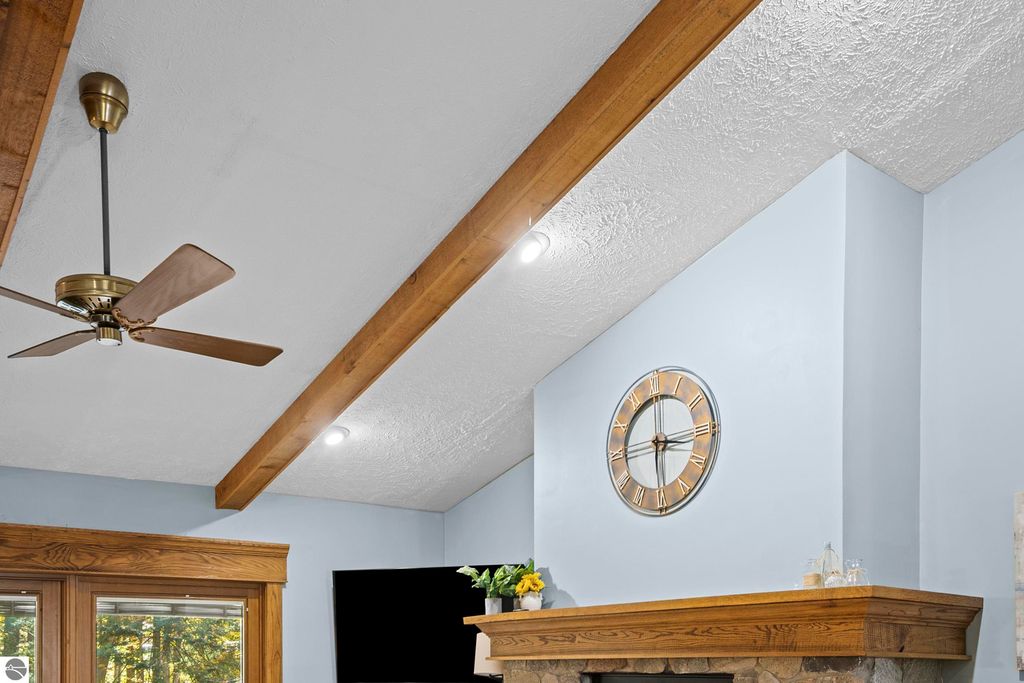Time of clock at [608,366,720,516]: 3:30
